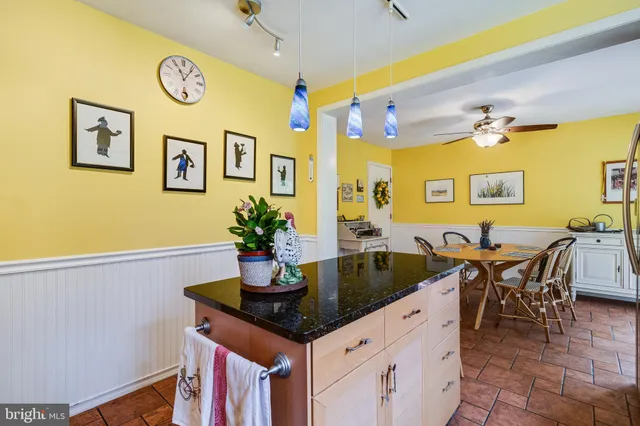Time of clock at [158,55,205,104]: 11:06
